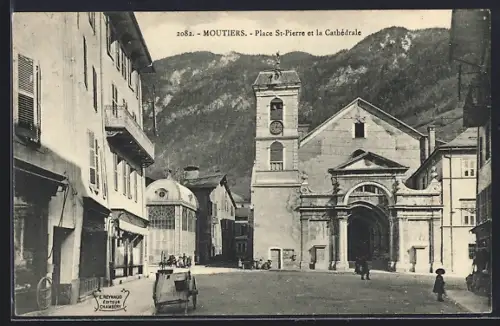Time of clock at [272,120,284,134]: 3:02
